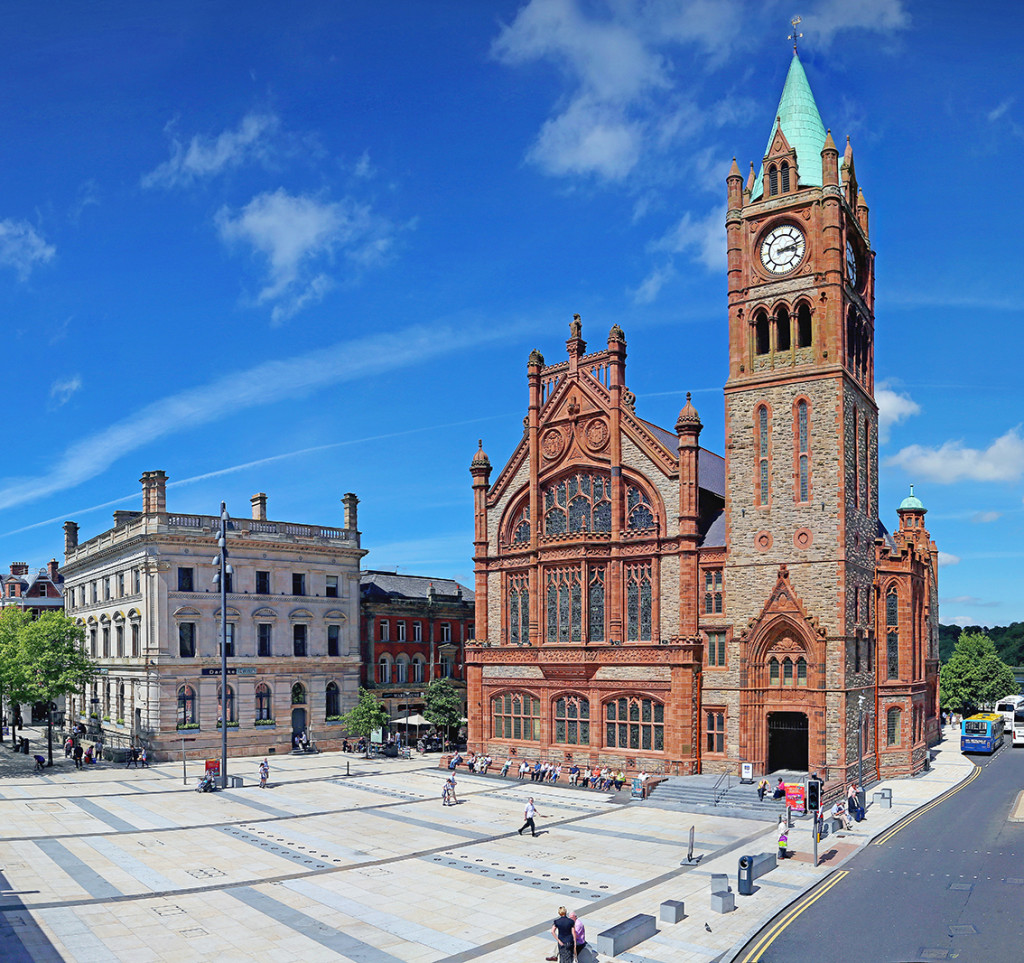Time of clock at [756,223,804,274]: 3:12
